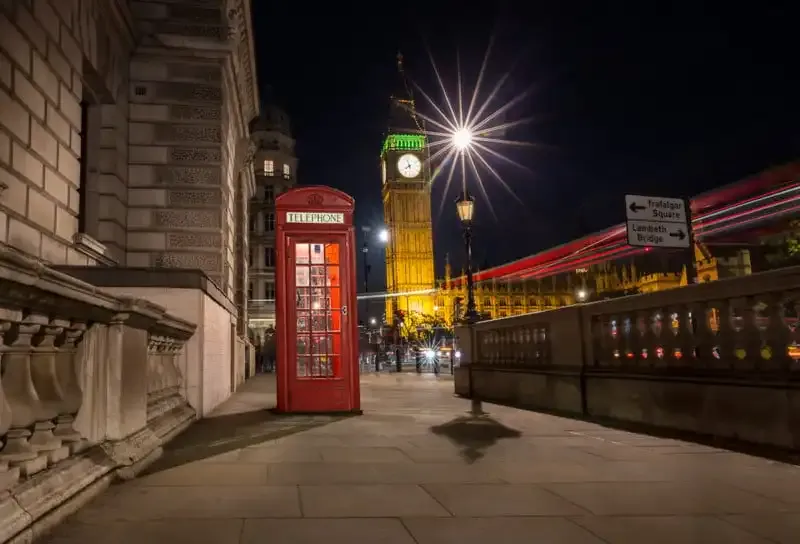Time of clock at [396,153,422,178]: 7:57
